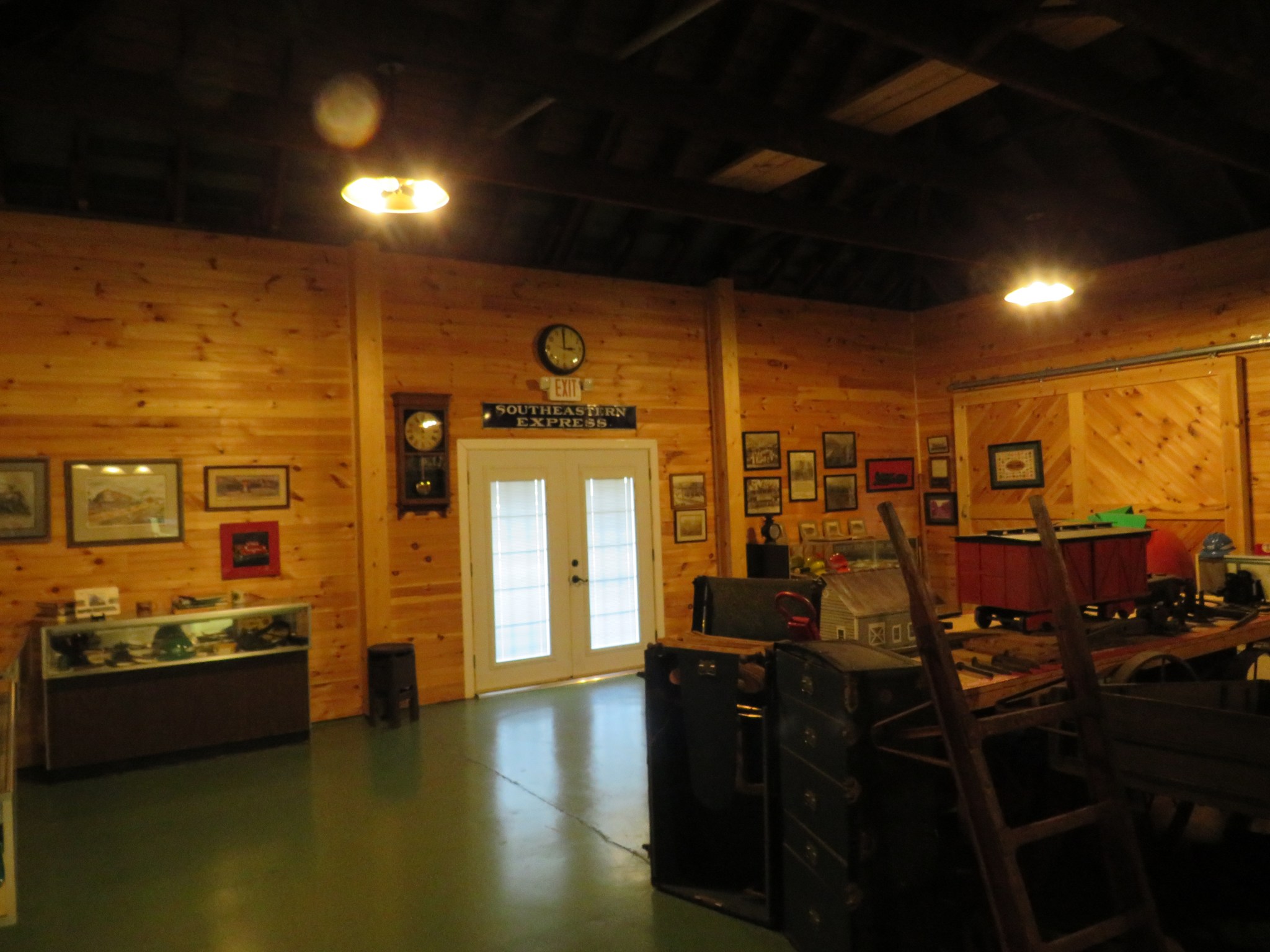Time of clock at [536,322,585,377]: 2:59
